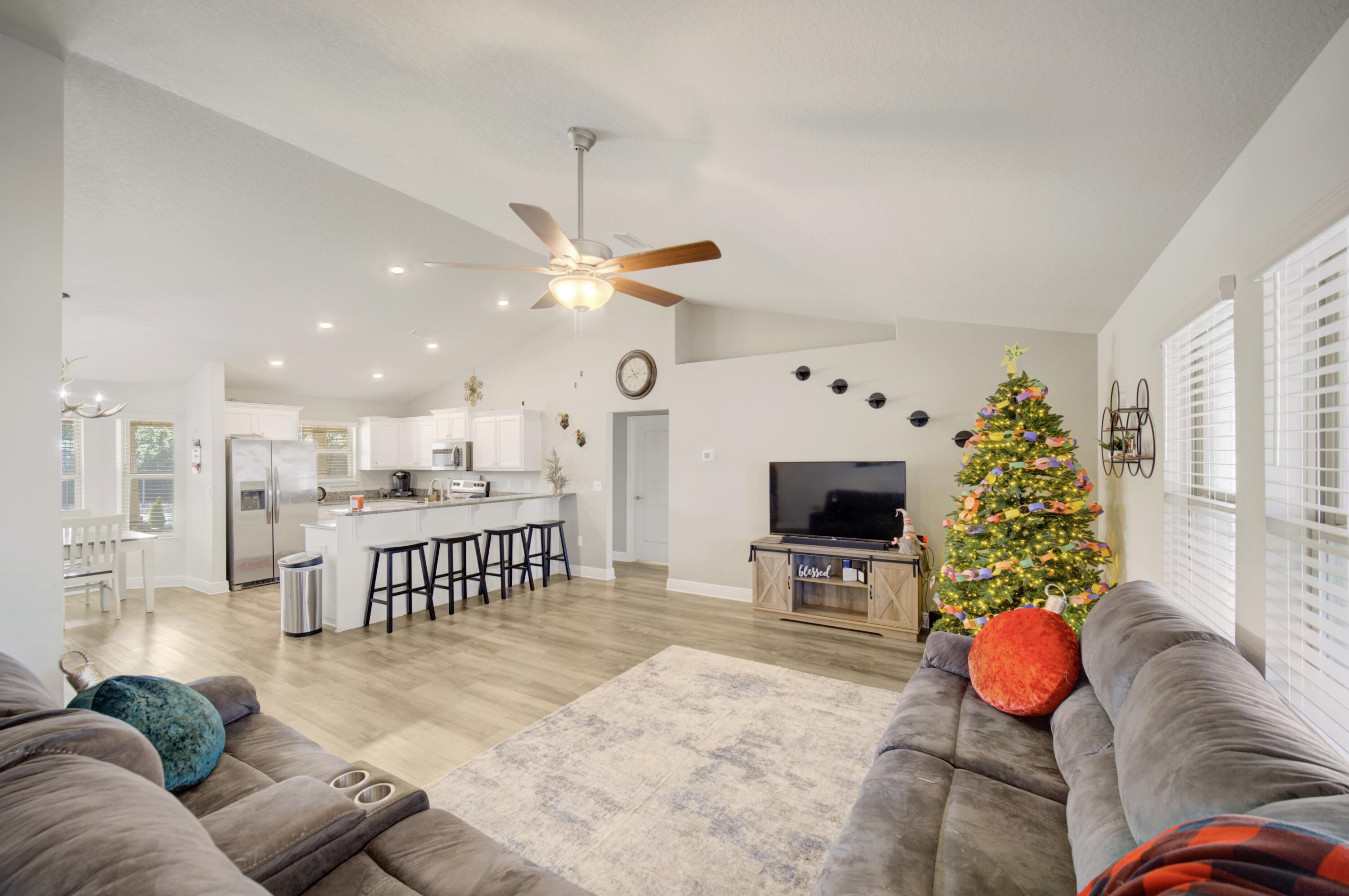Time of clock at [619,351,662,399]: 10:42
